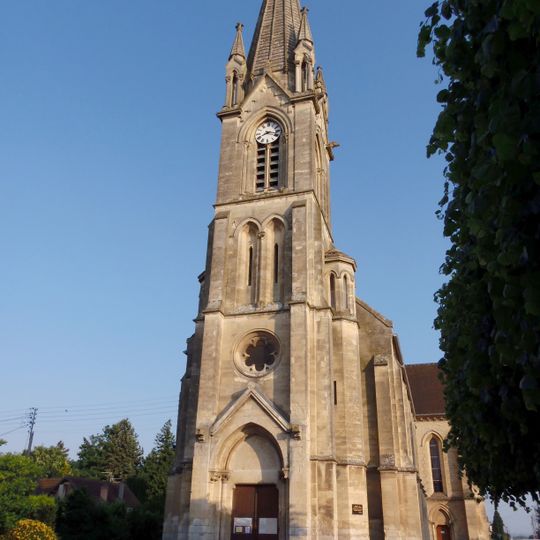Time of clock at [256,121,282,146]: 8:17
